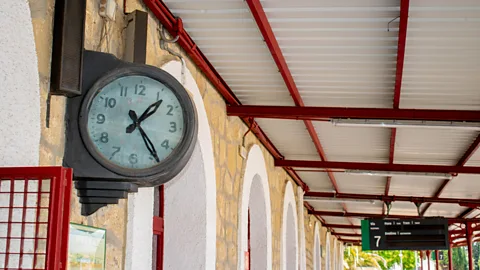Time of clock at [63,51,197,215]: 1:23
